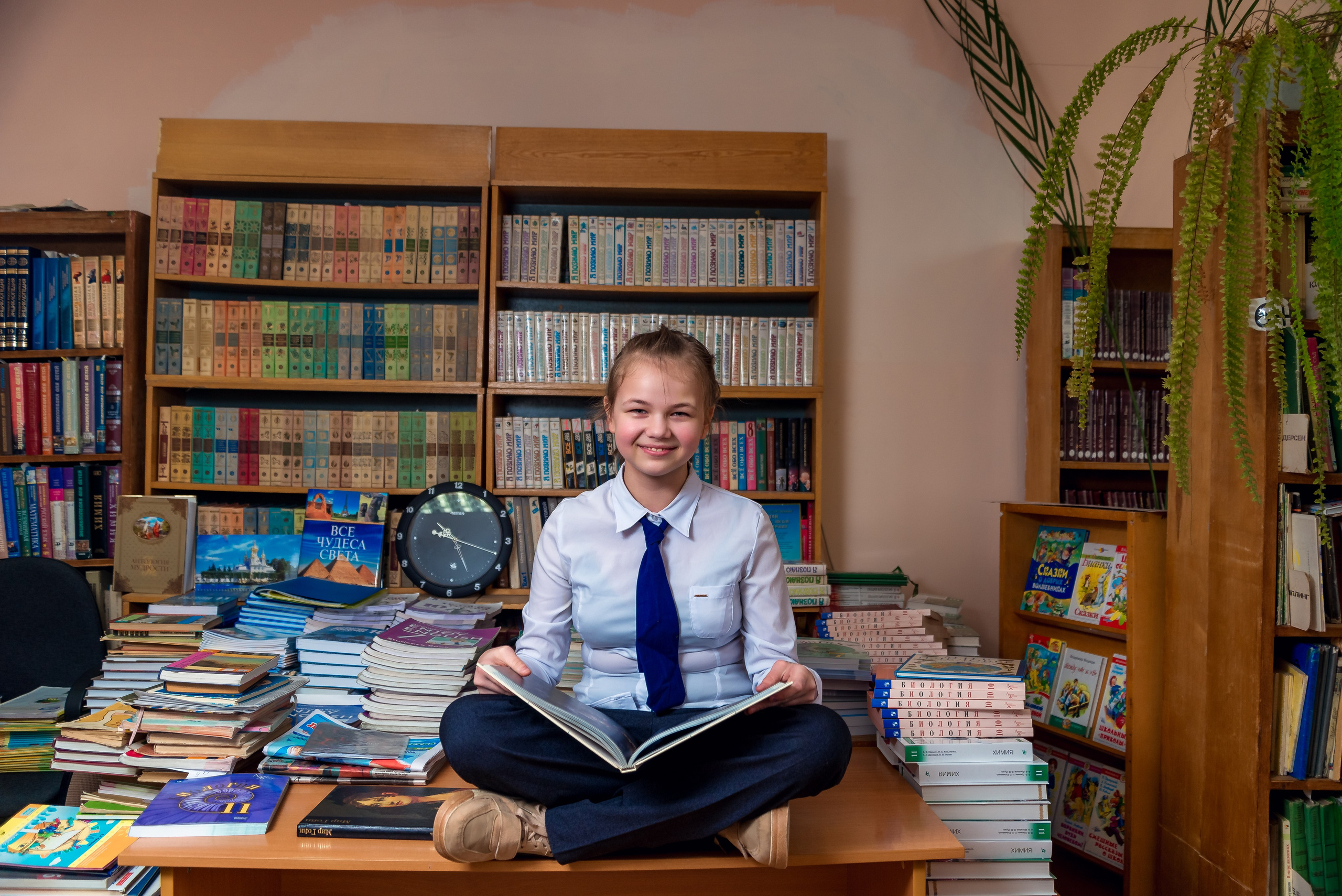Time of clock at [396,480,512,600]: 10:25
